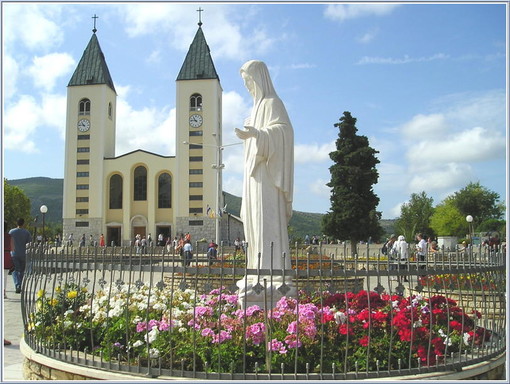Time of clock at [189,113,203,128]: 10:46
